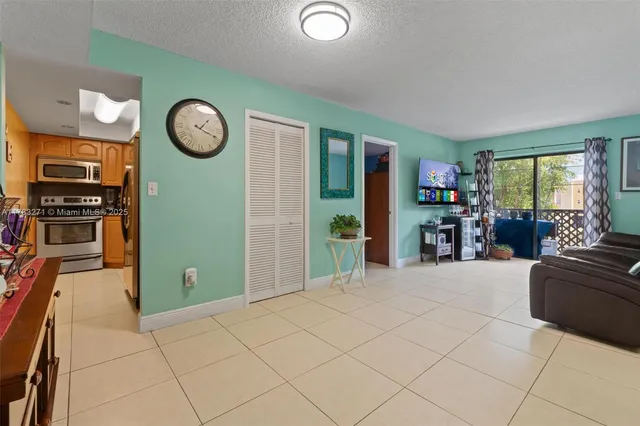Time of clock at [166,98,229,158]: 1:18
